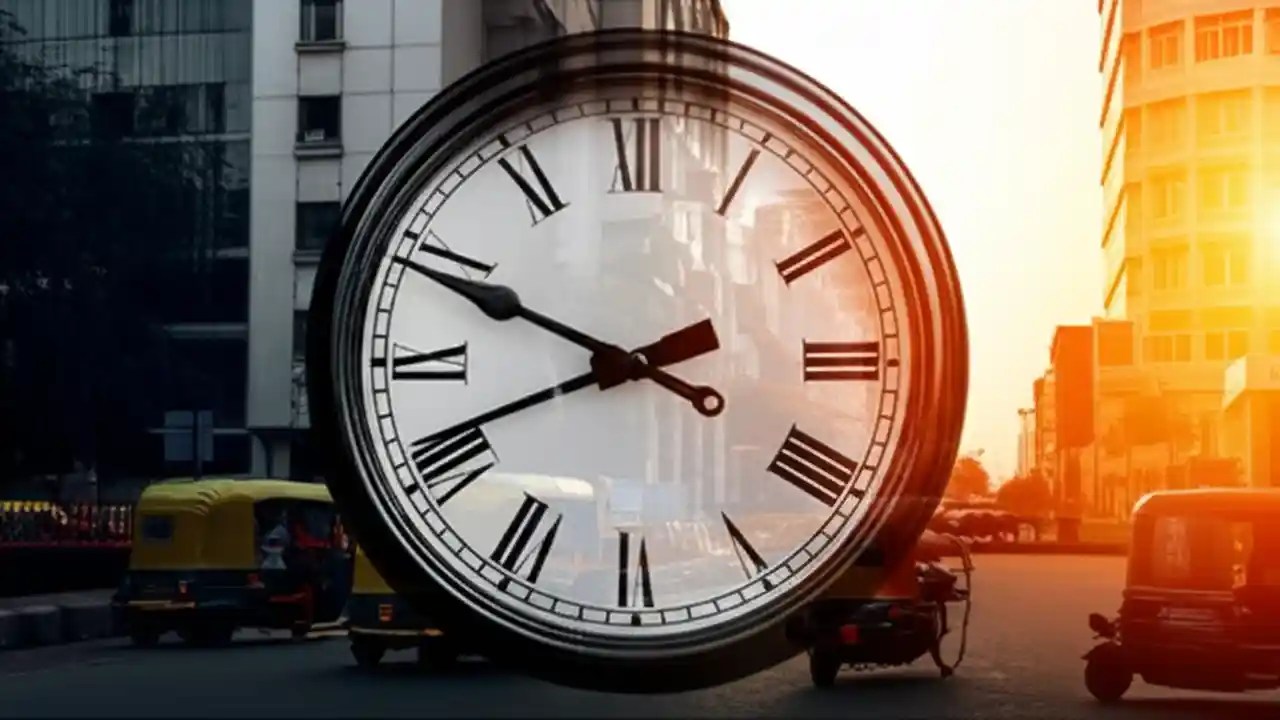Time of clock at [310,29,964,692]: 9:41
